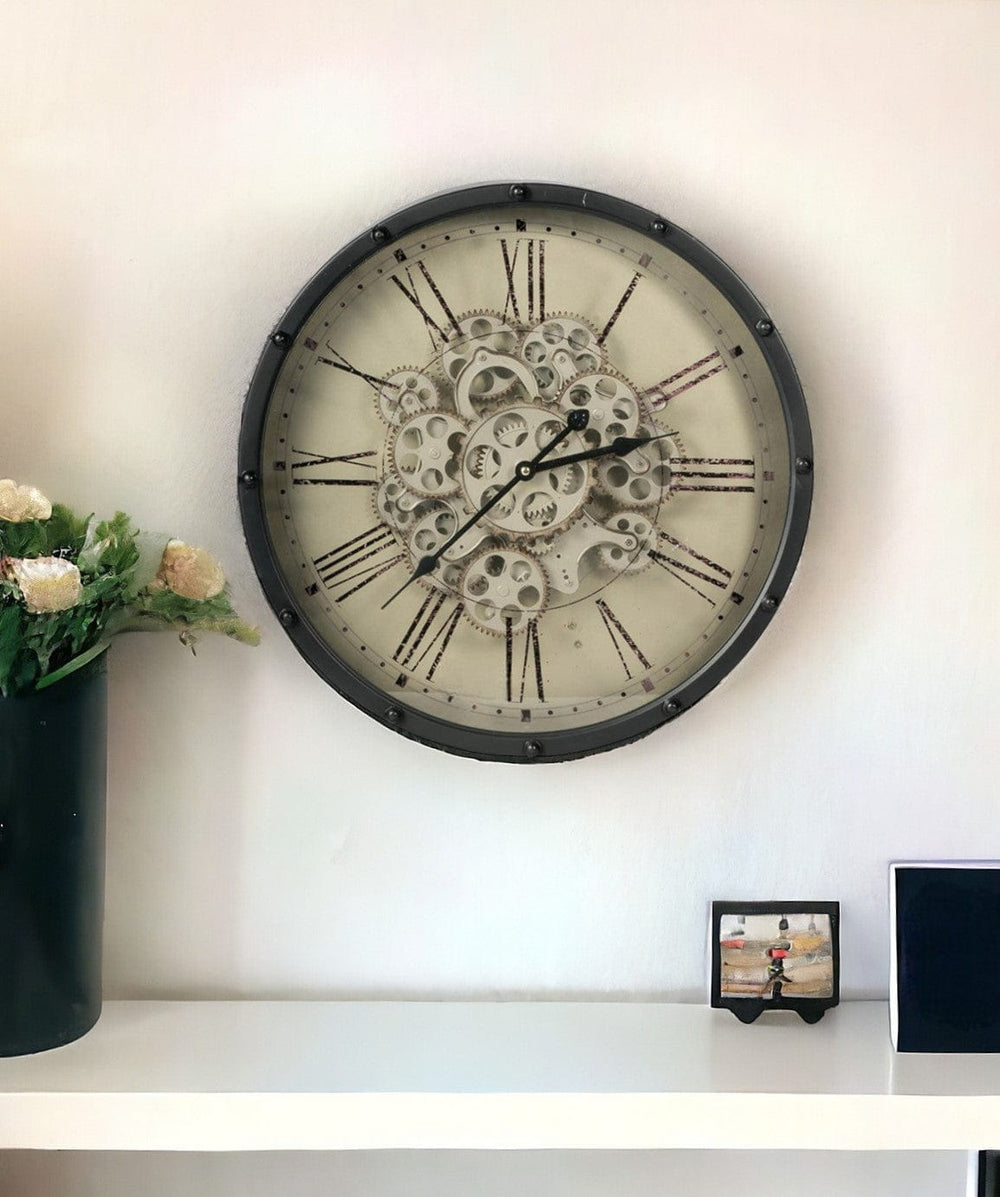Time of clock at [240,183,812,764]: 2:37
